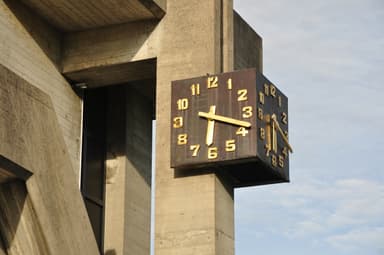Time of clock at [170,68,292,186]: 6:18
